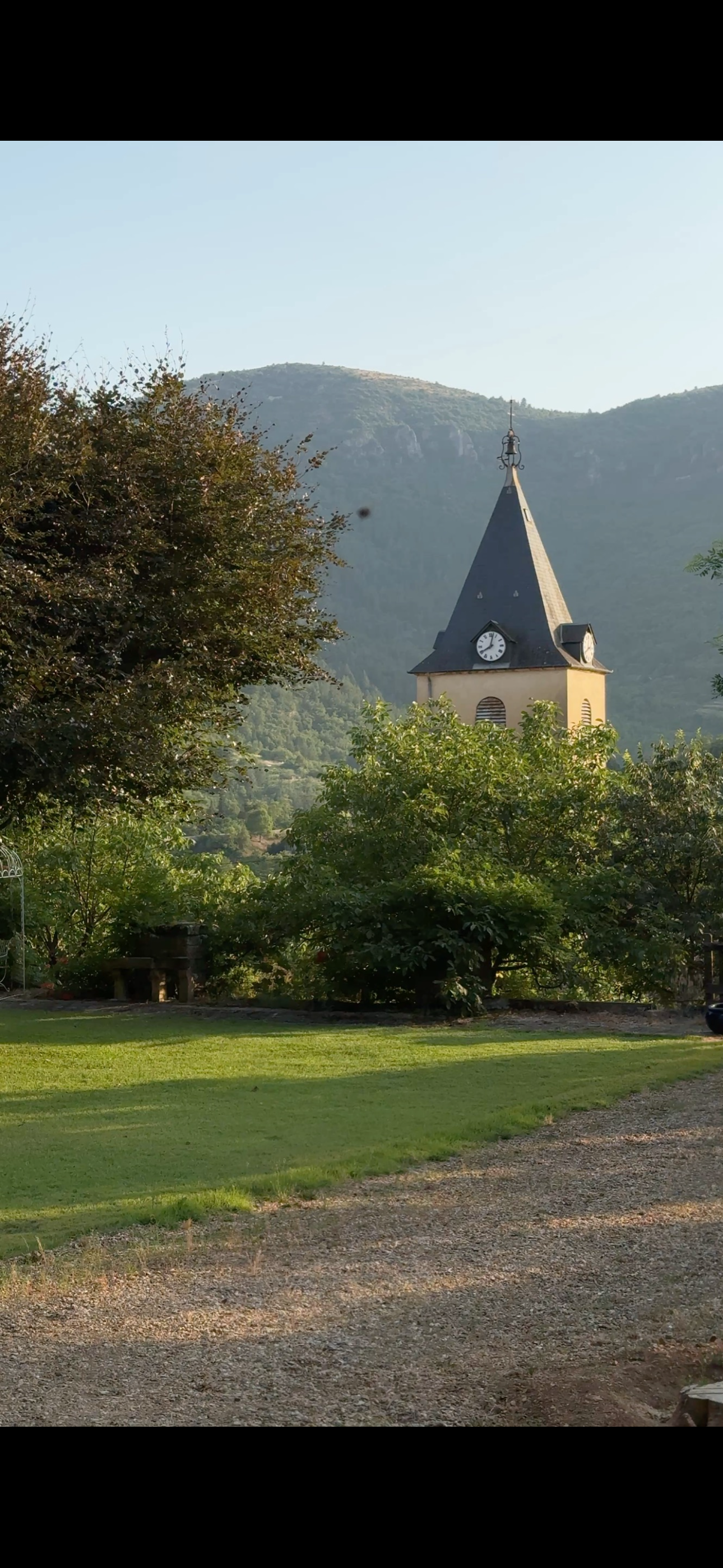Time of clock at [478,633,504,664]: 8:02
